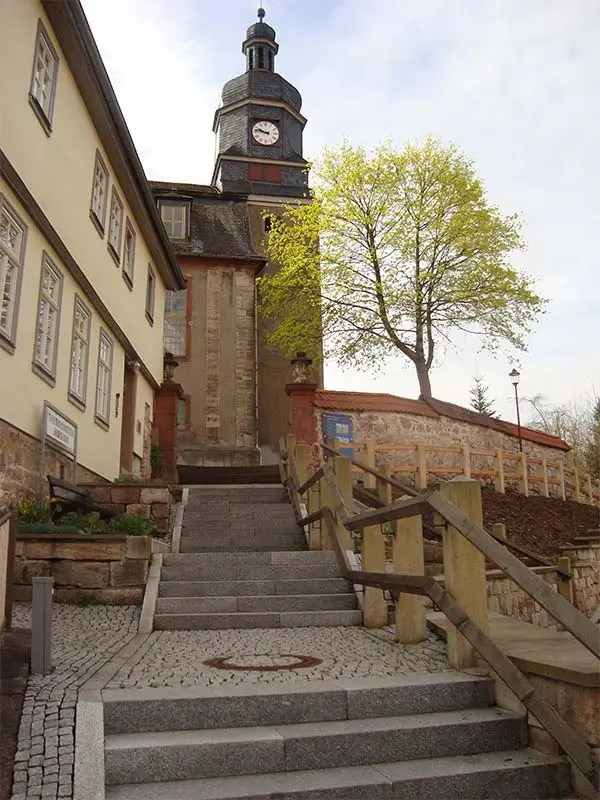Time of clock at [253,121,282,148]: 9:47
